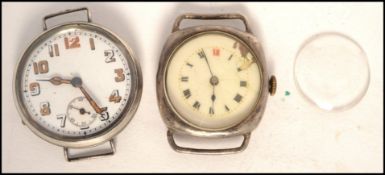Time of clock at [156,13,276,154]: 5:56
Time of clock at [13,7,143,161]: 9:25
